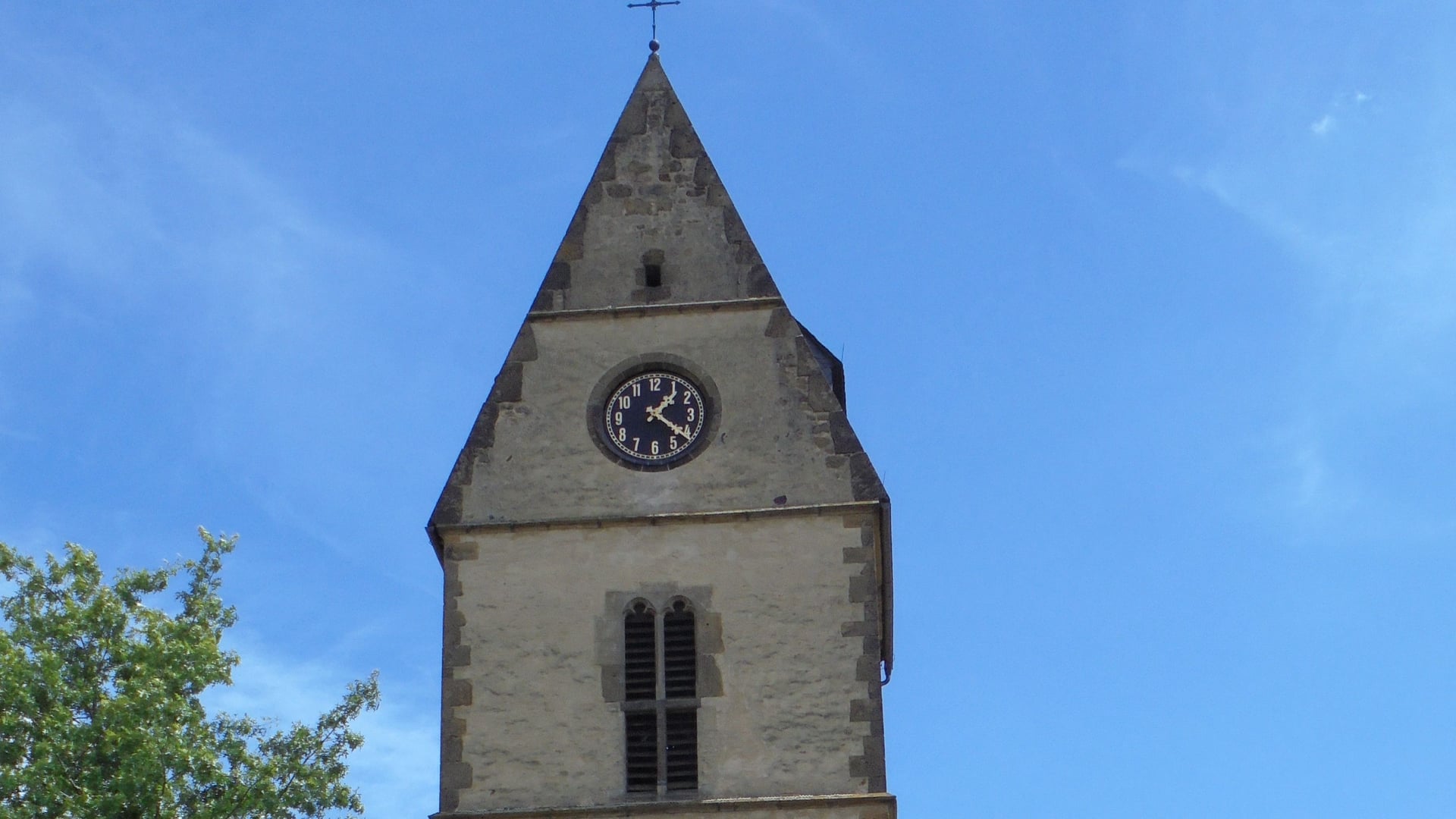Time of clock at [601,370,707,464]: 1:21
